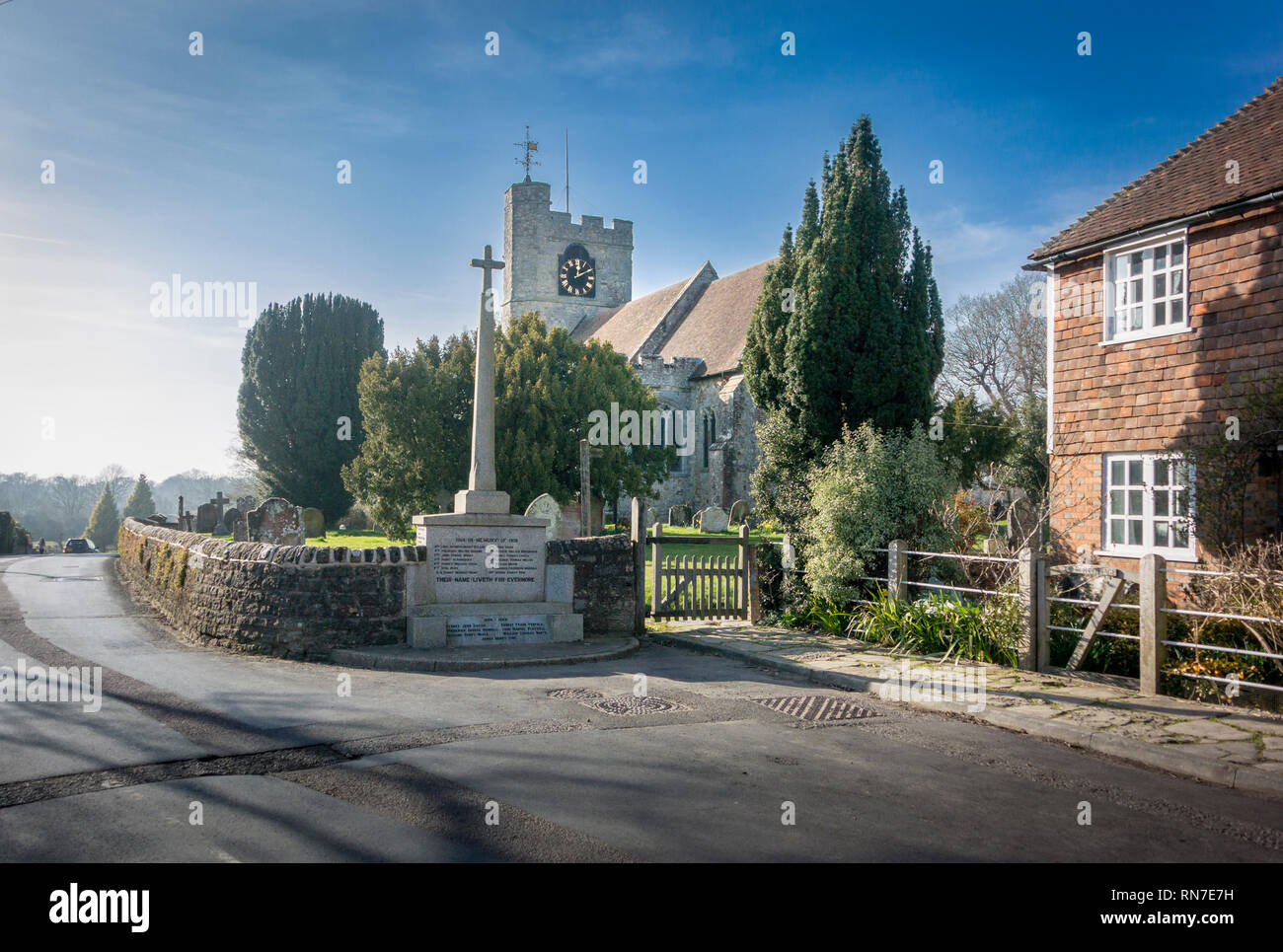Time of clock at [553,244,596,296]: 12:09
